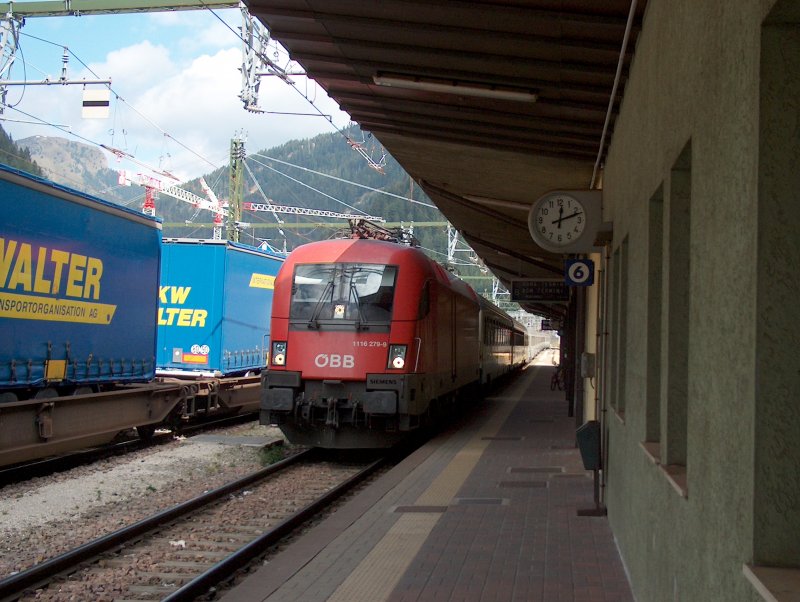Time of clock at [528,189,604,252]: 12:11
